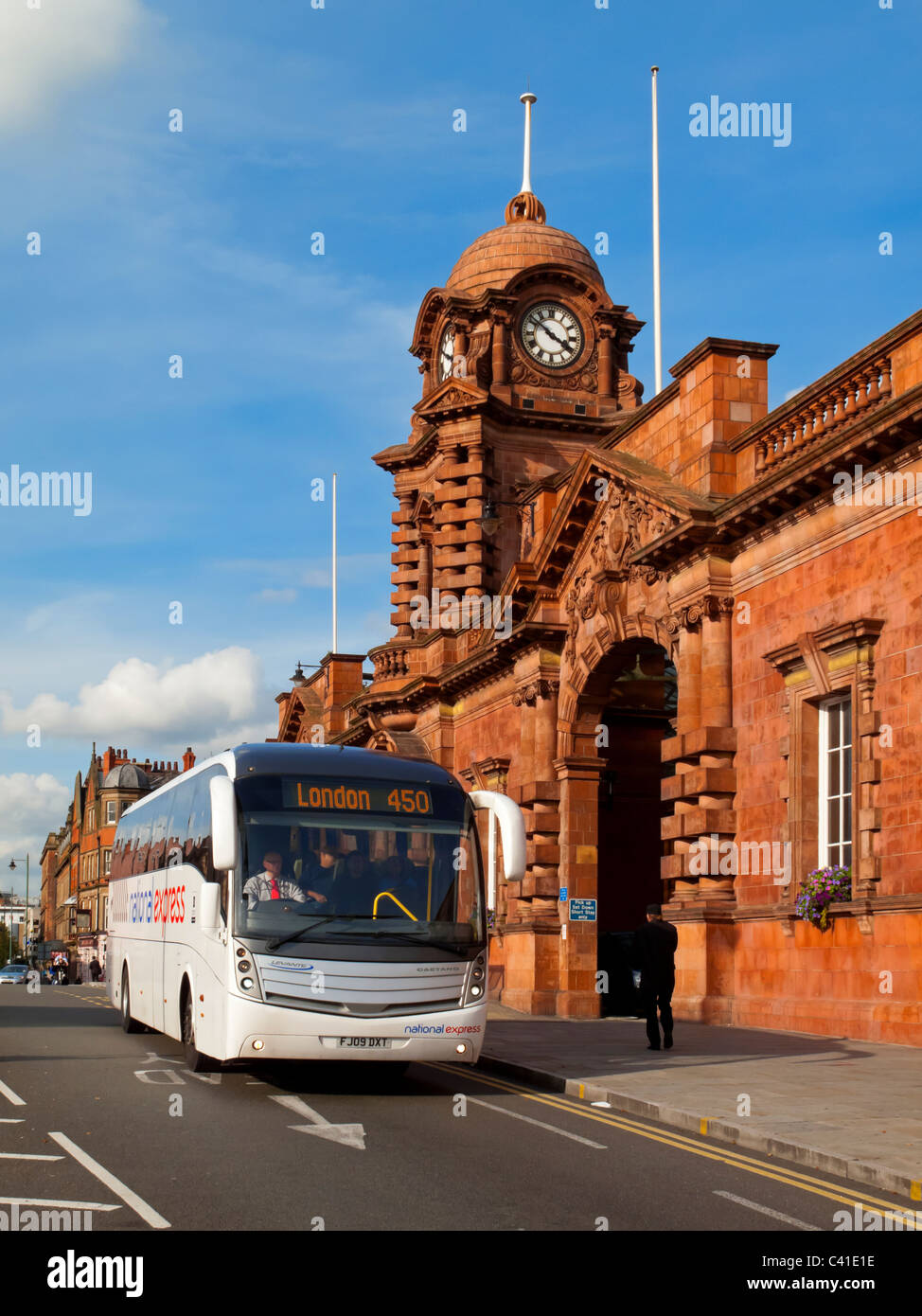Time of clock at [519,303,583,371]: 3:51
